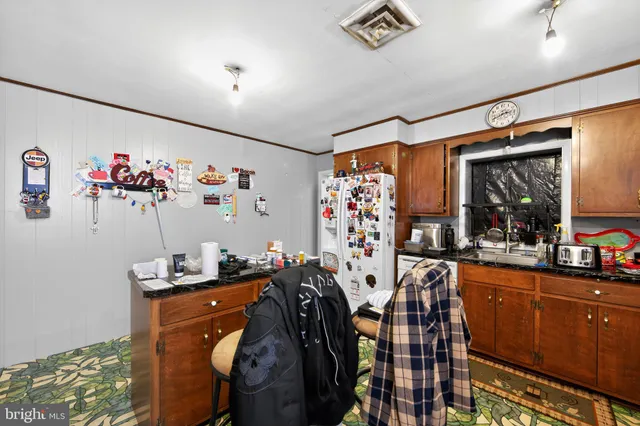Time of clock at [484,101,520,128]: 2:41
